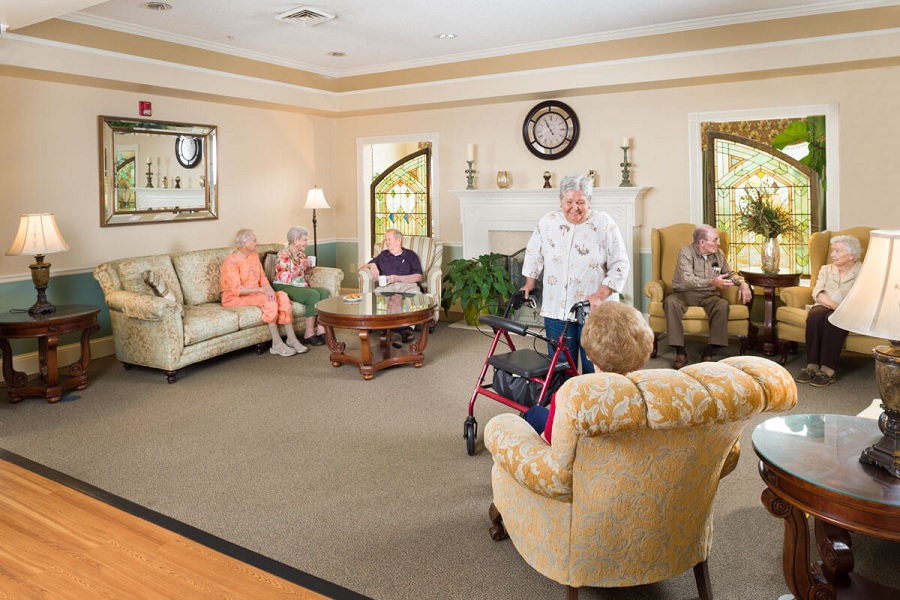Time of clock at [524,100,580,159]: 10:55
